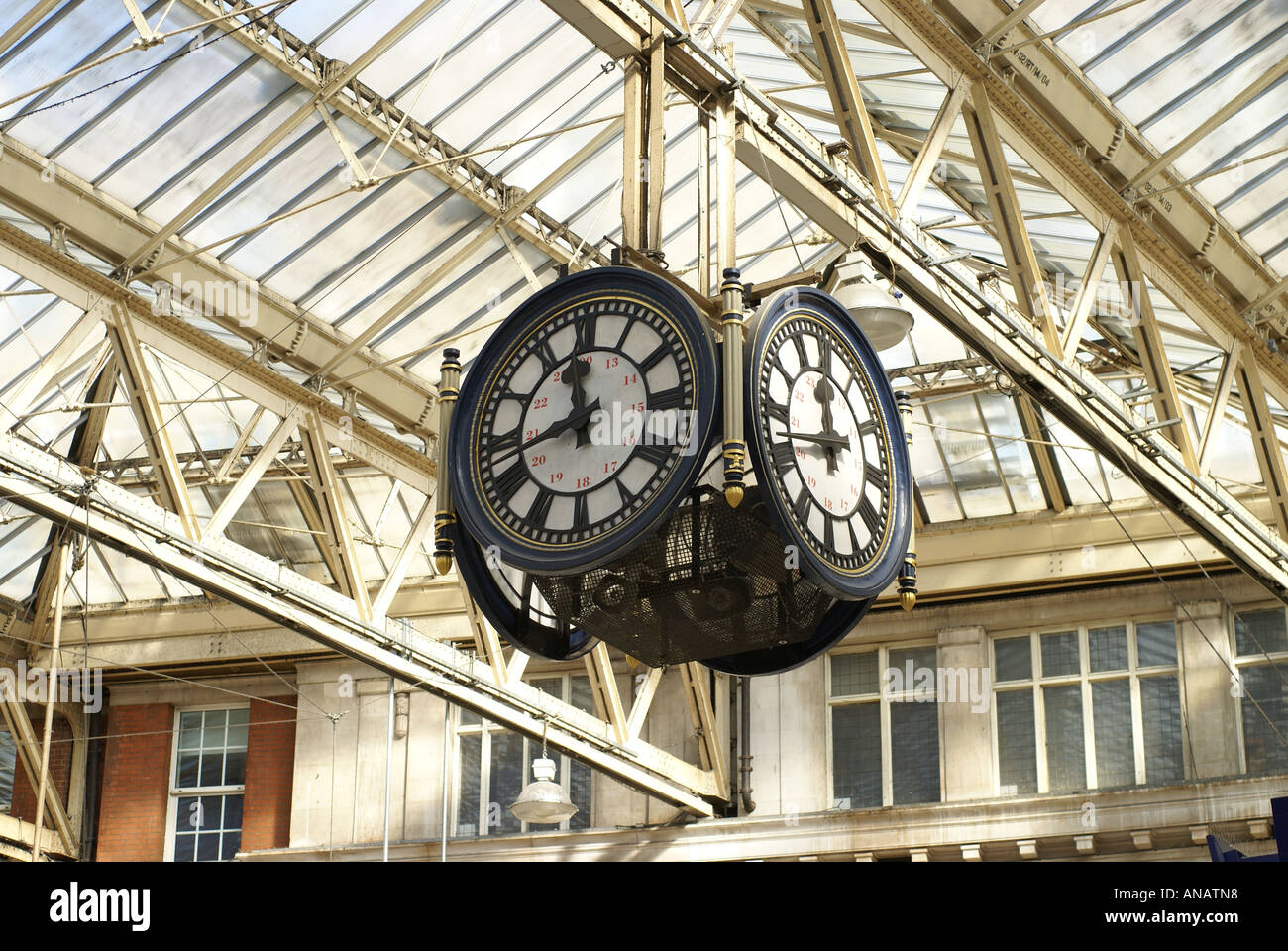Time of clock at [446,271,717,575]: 11:42
